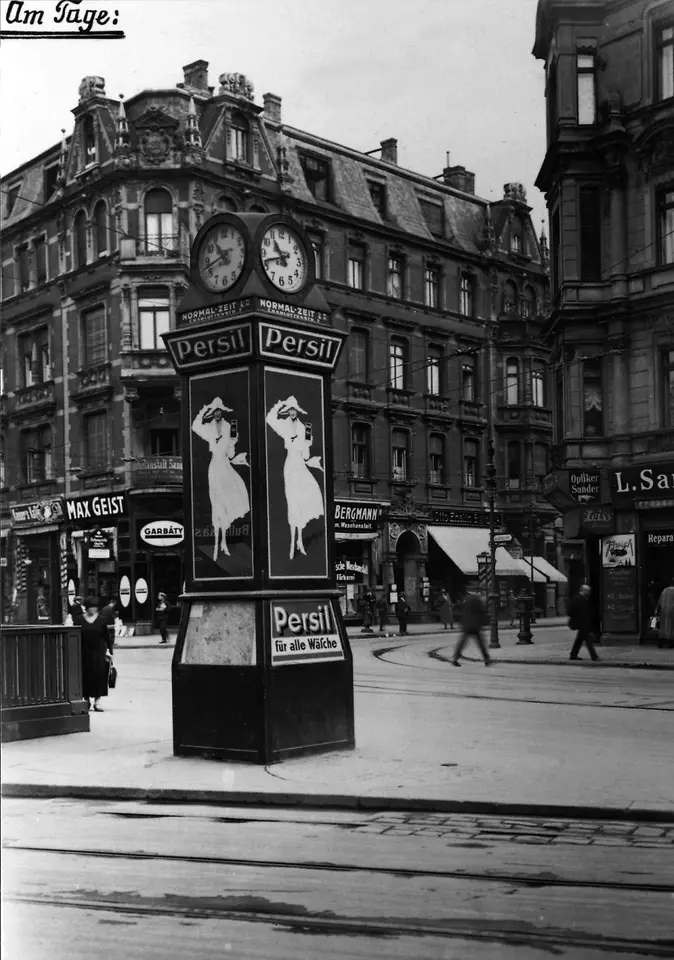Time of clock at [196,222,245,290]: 10:42
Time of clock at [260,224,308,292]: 10:41
